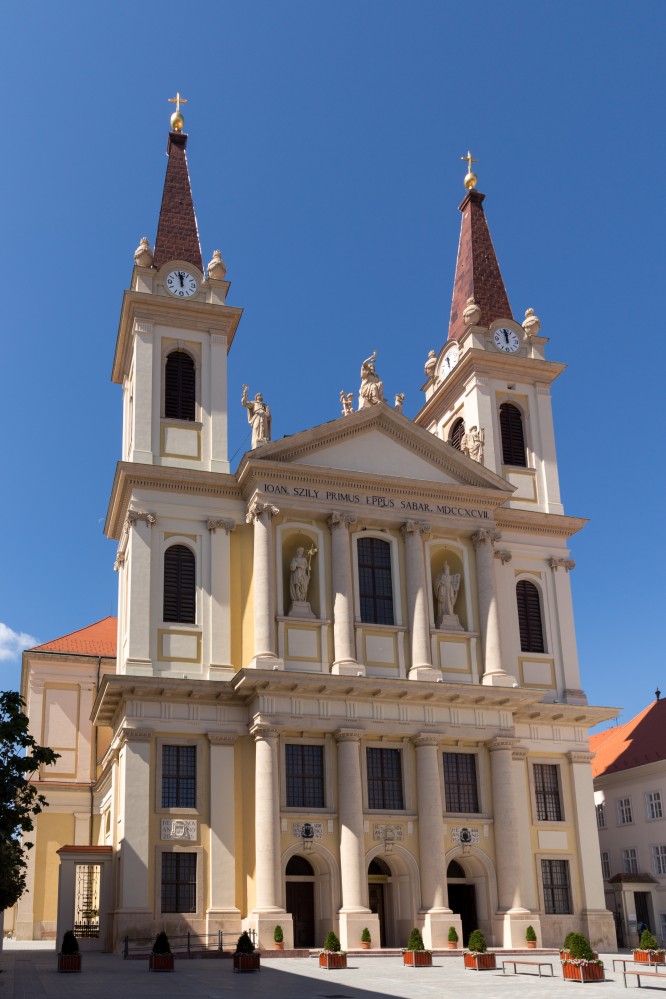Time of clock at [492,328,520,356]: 11:58
